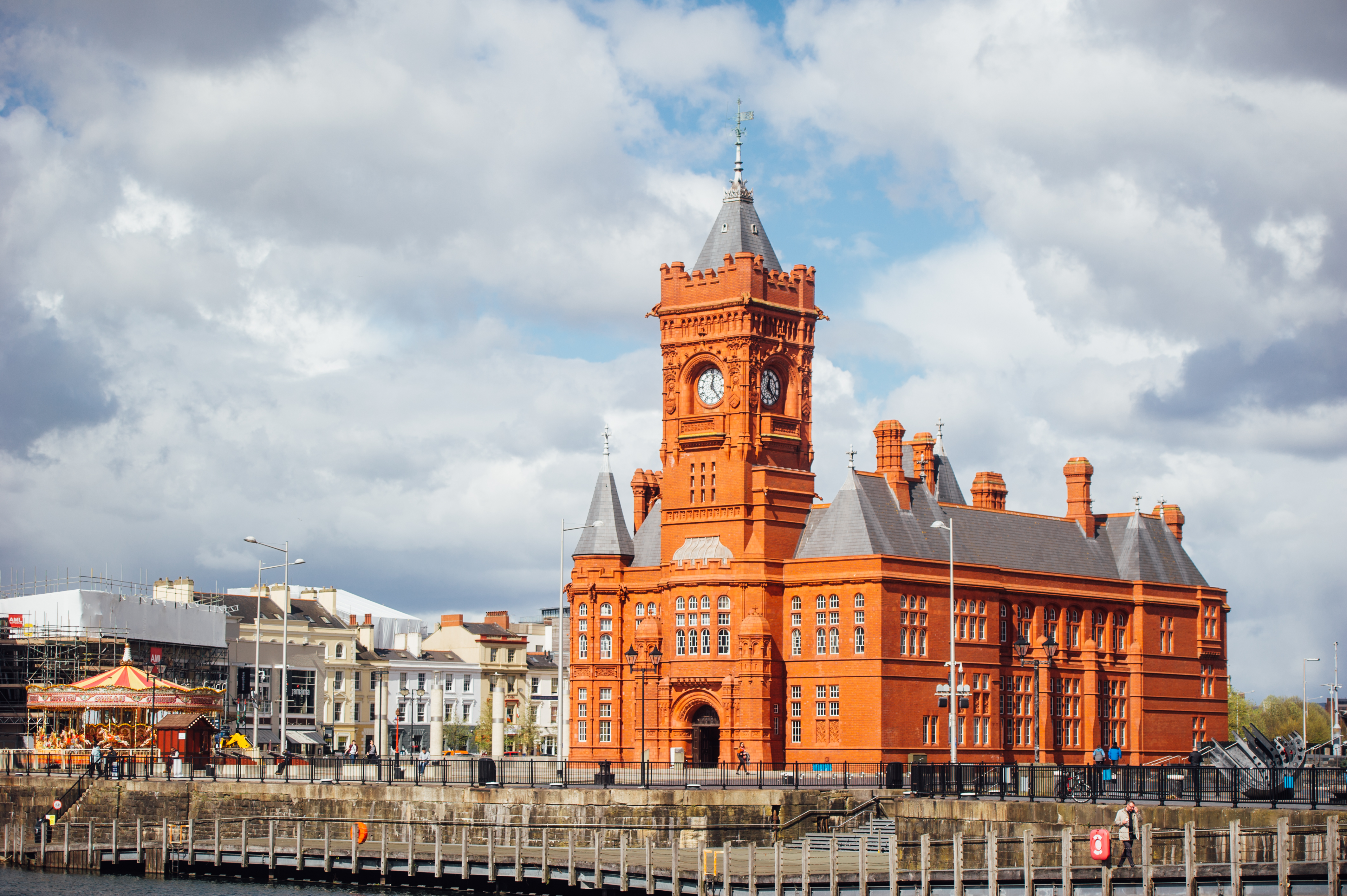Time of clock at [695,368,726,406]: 12:23
